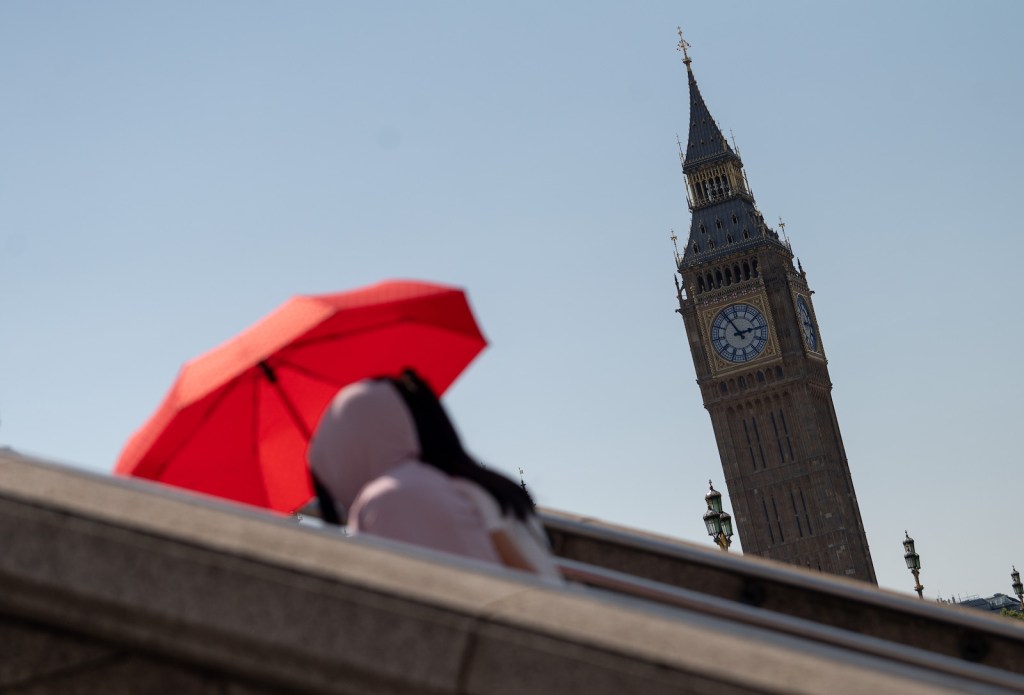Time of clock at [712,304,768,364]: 2:56
